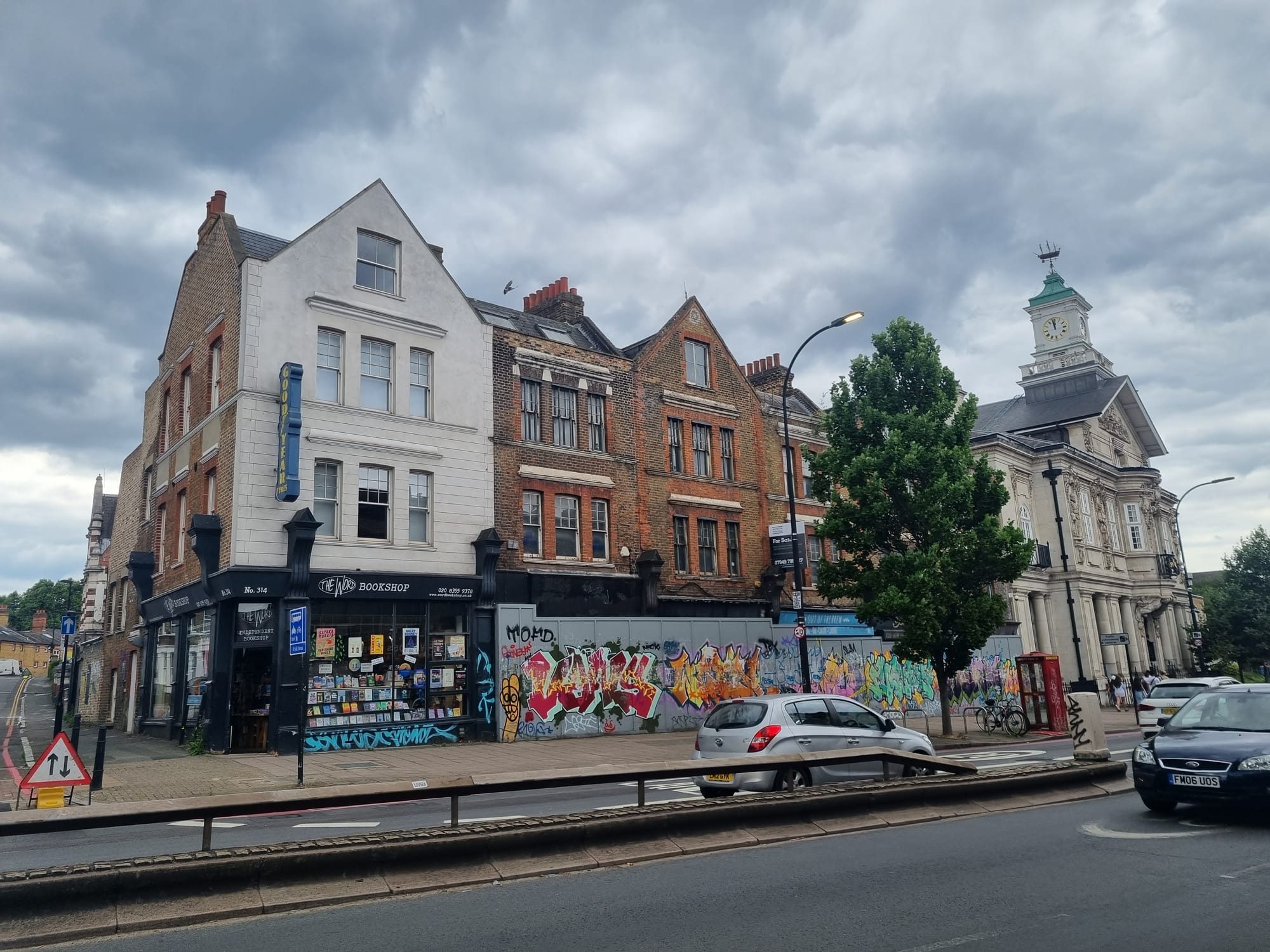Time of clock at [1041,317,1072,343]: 11:58
